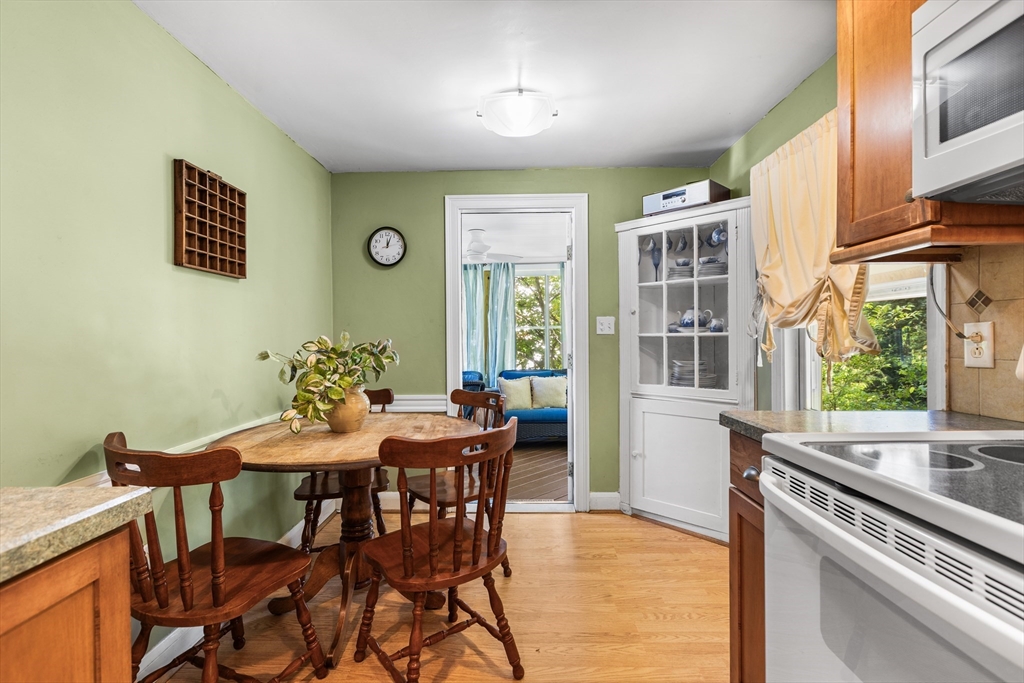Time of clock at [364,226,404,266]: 12:03
